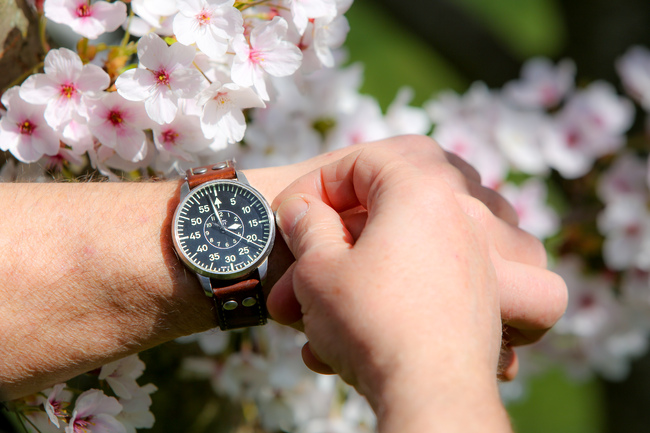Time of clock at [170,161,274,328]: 11:21
